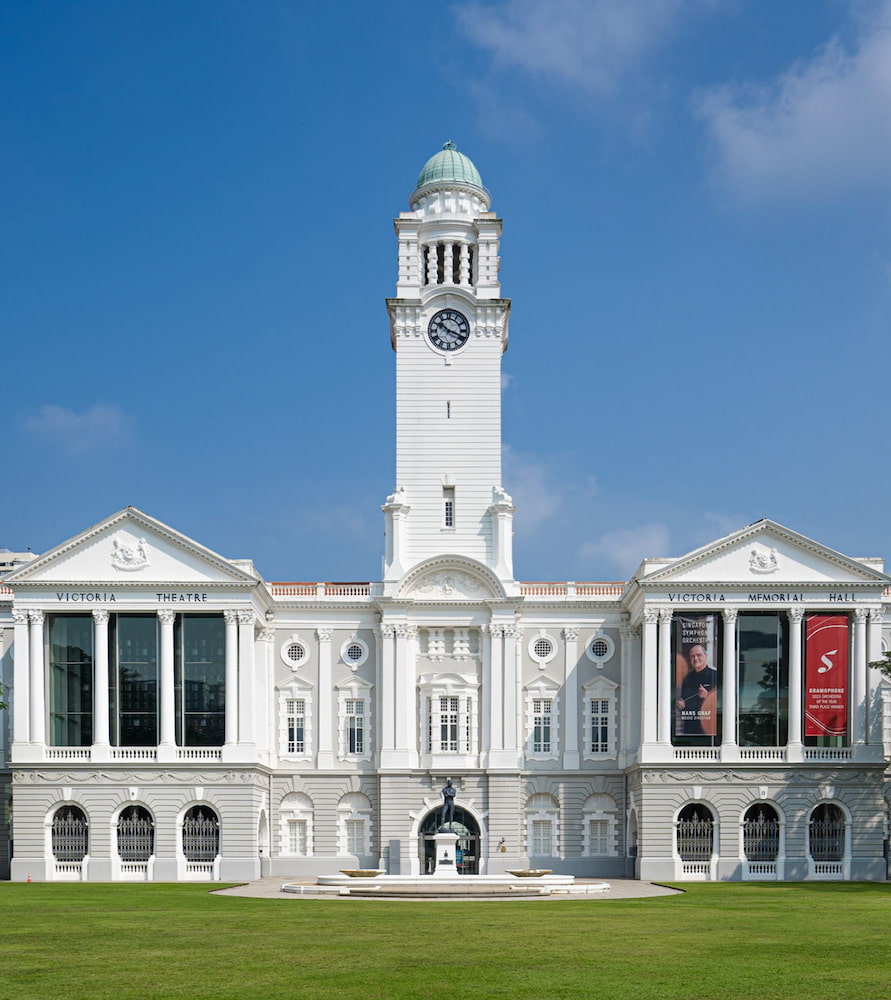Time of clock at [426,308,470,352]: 10:18
